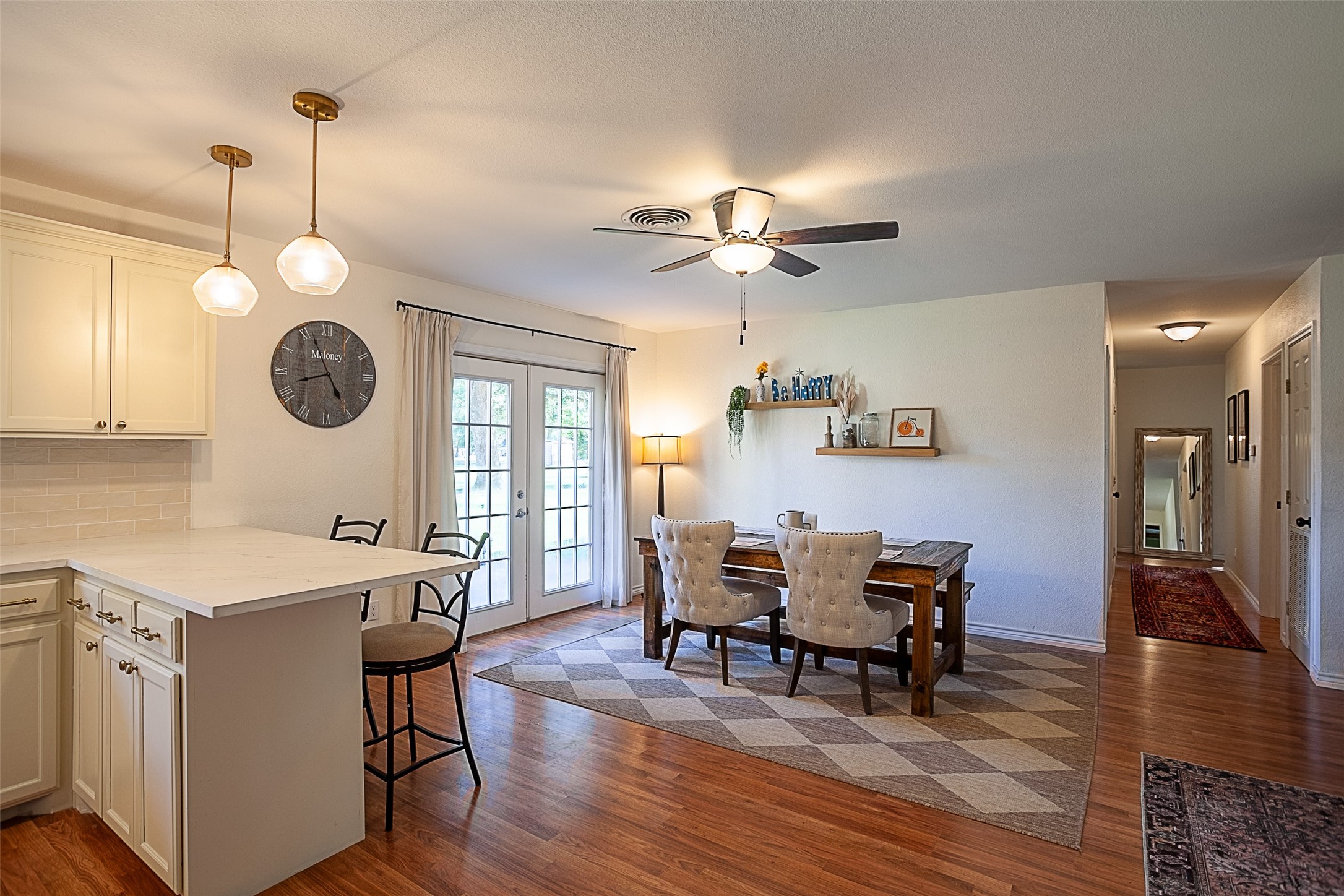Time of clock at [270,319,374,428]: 4:56
